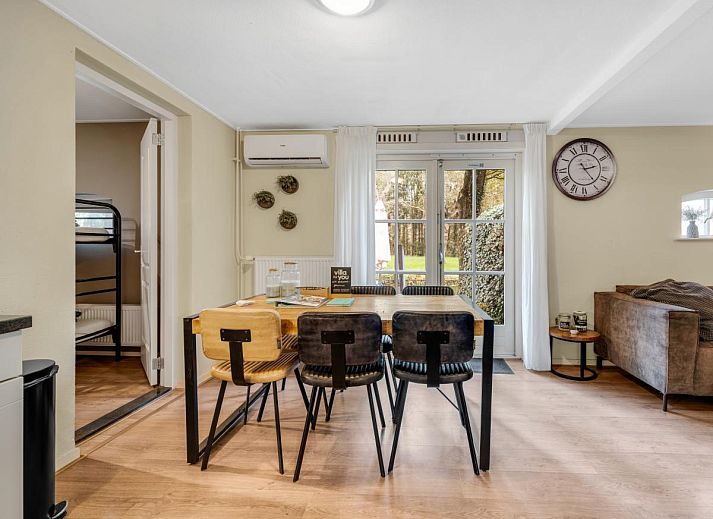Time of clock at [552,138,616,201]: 2:24
